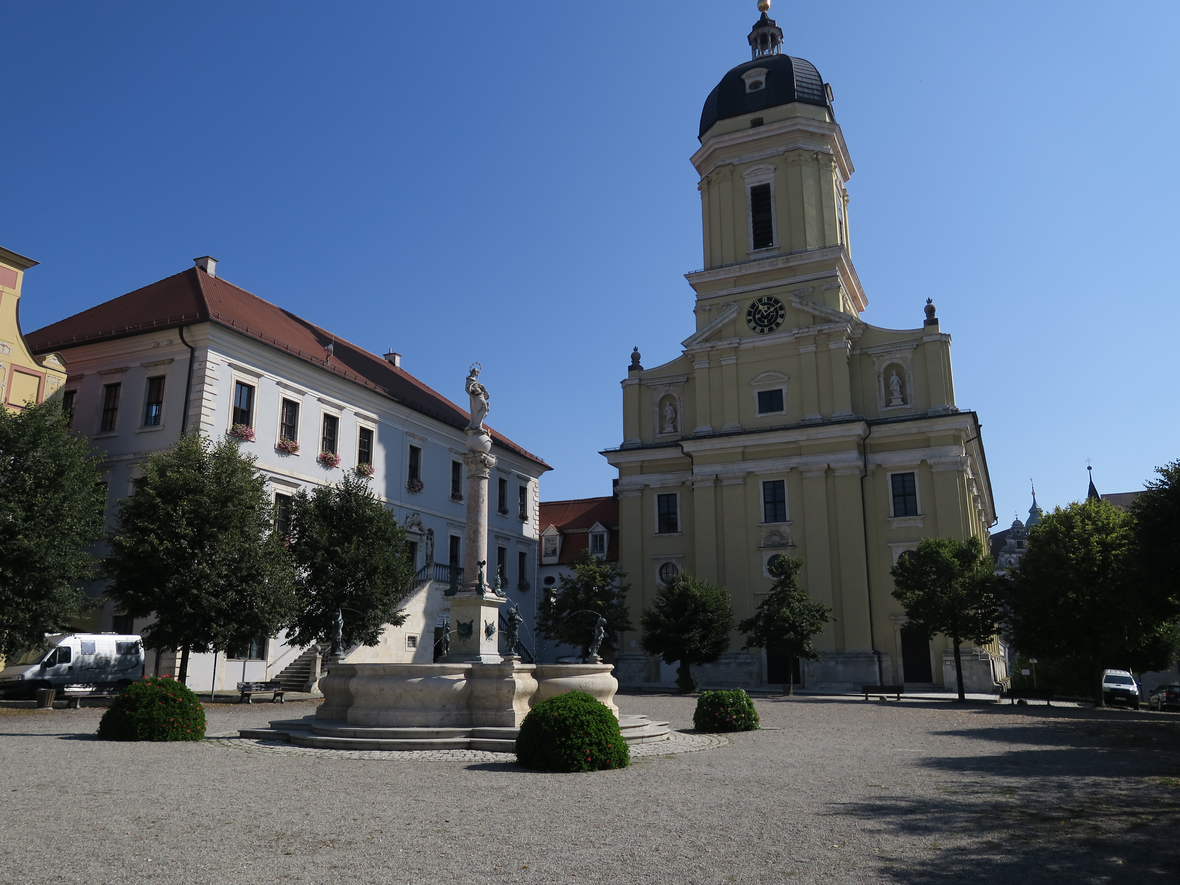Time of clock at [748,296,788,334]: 11:09
